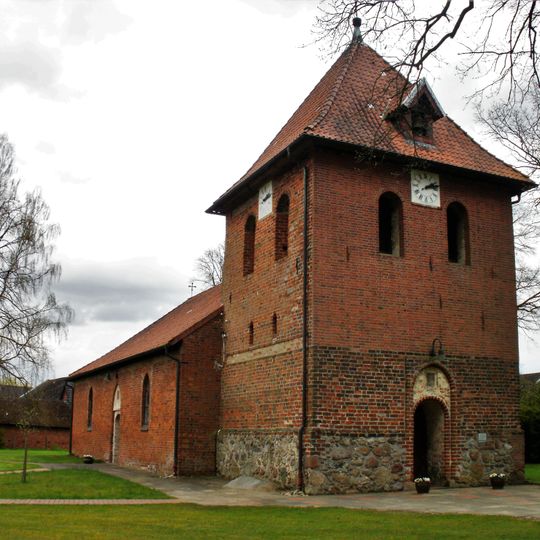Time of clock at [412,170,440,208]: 2:12
